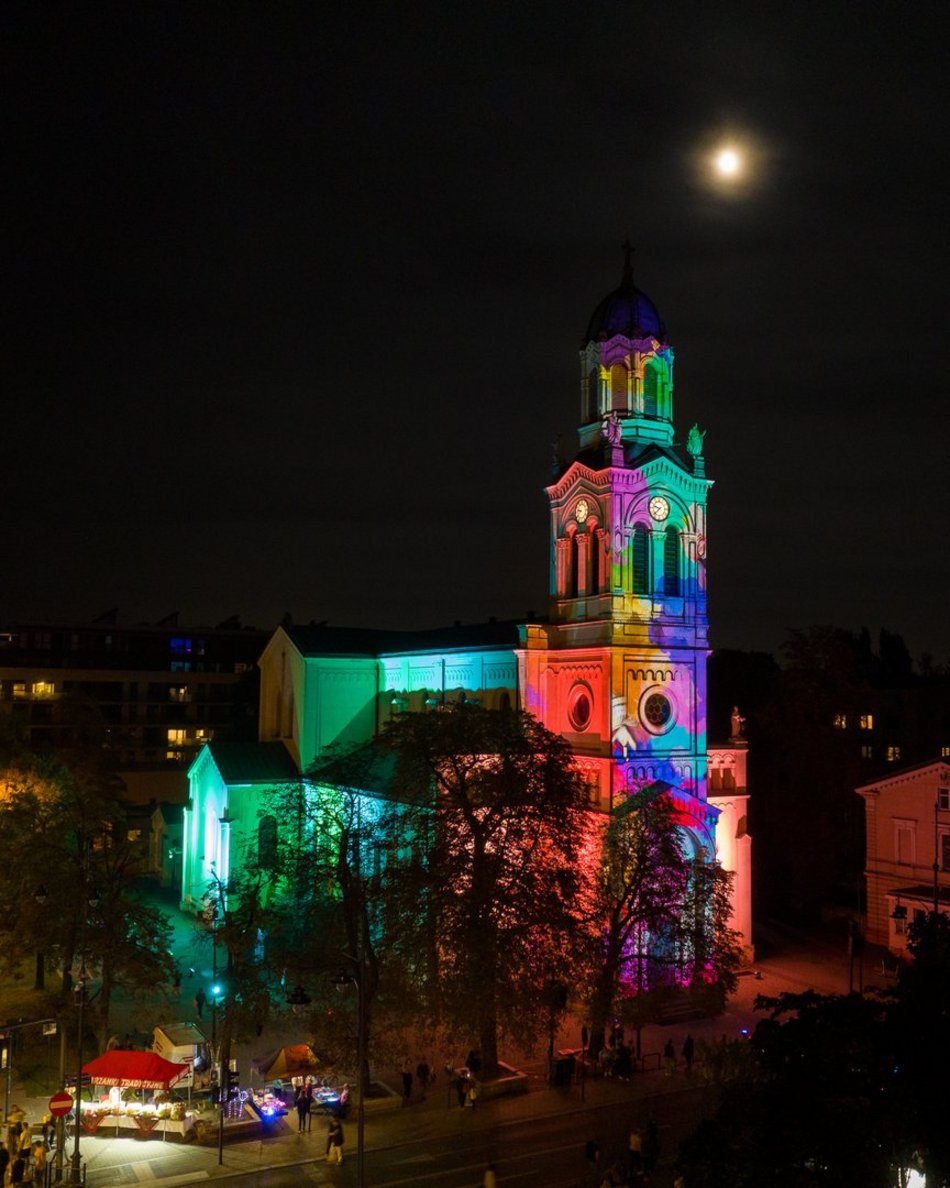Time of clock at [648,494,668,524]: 9:38
